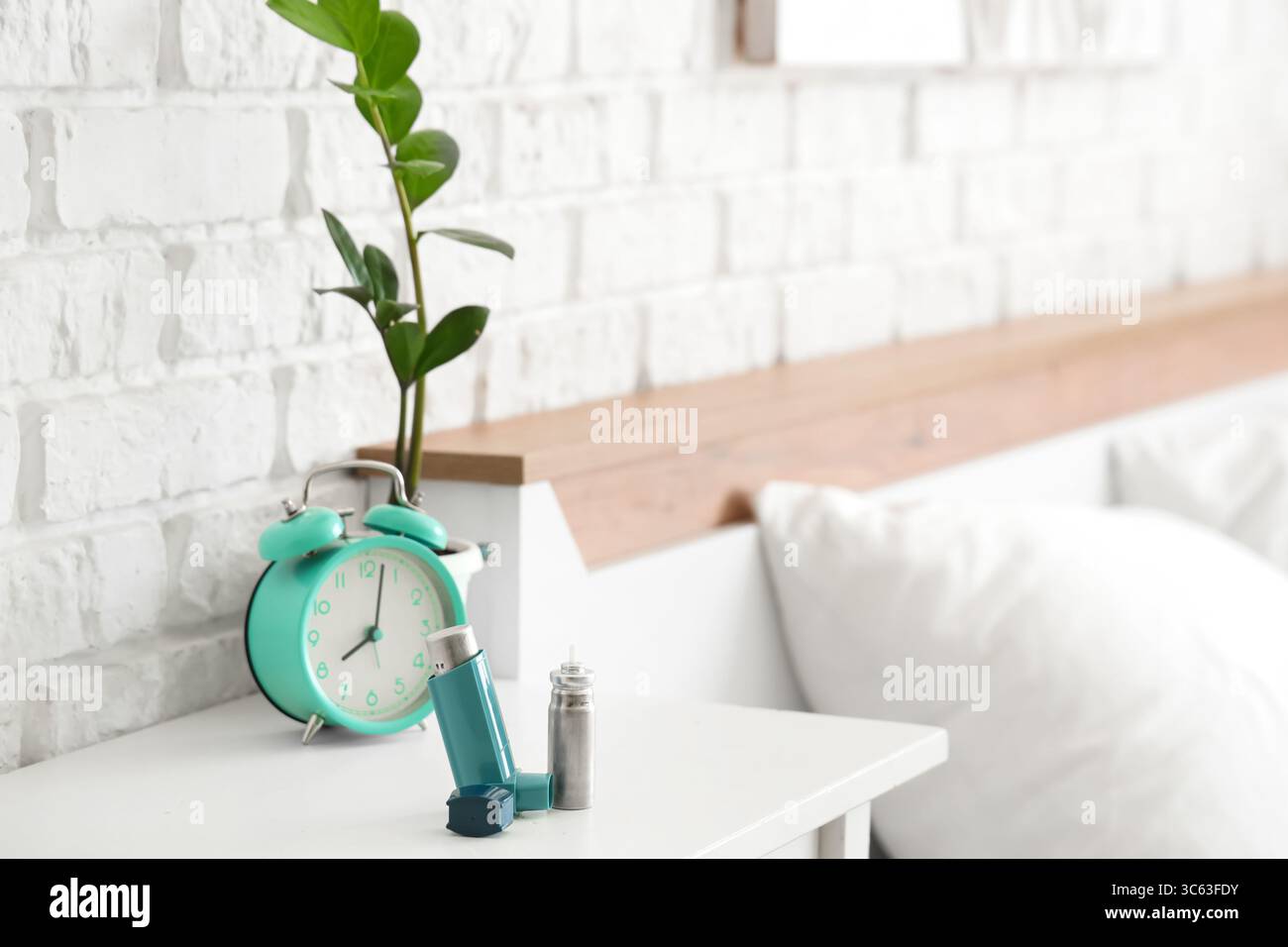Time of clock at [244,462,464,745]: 8:02
